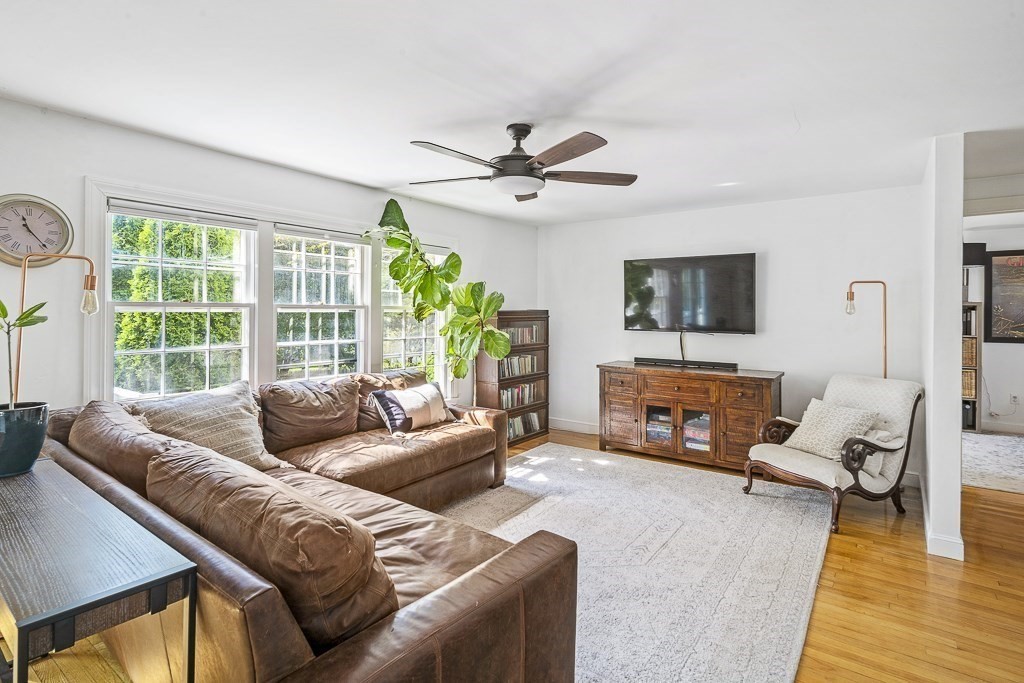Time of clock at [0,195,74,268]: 11:23
